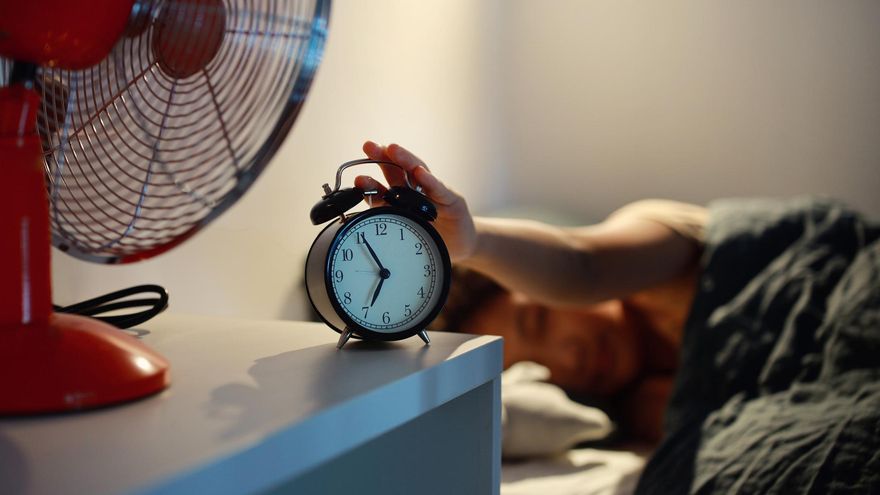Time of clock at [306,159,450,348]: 6:55
